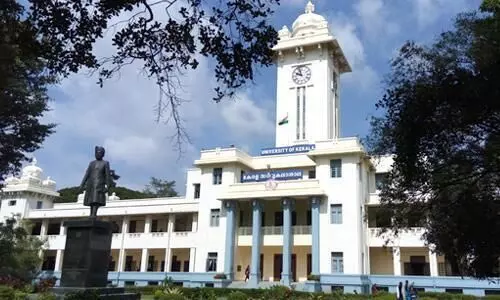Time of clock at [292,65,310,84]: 9:57
